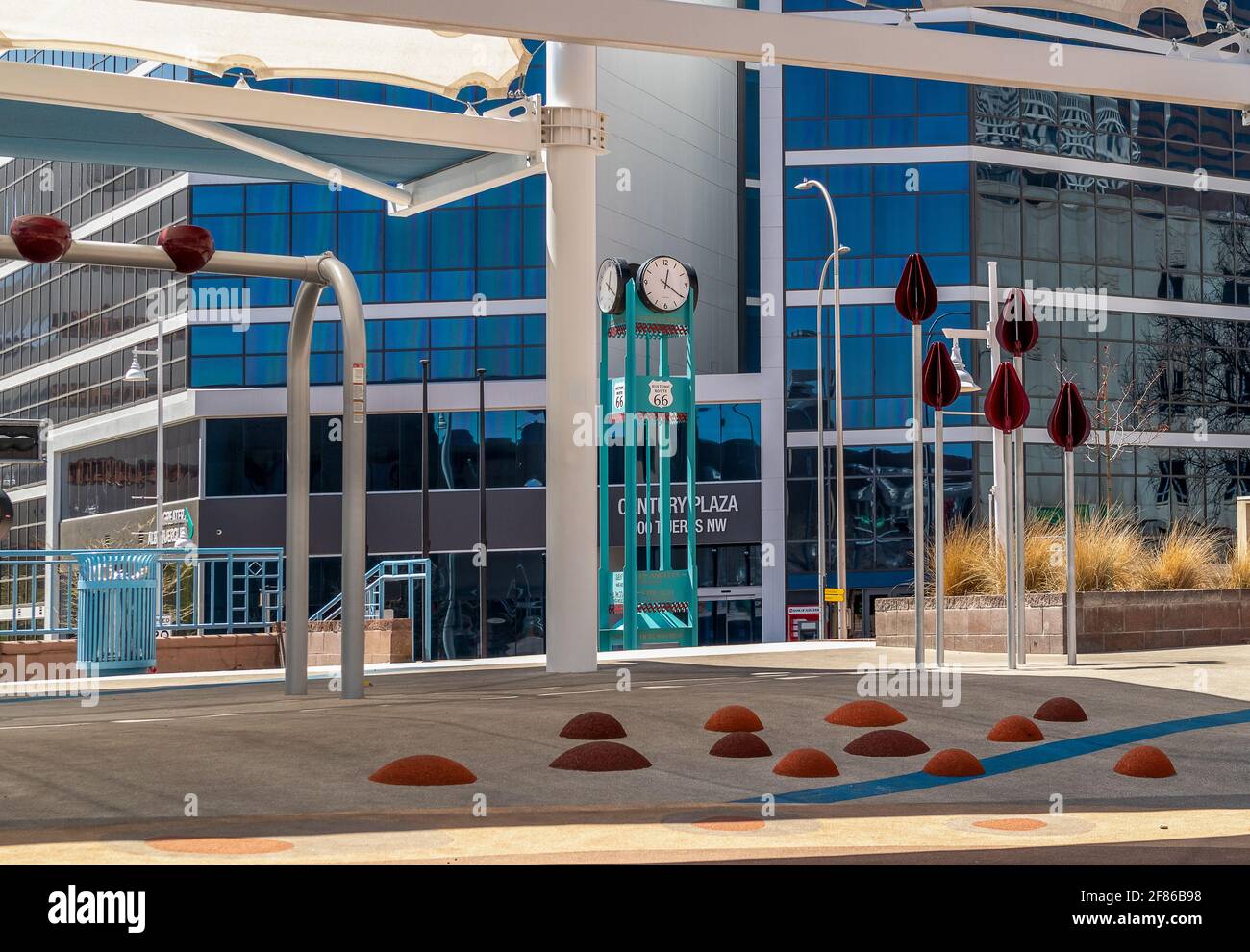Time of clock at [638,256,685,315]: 12:20
